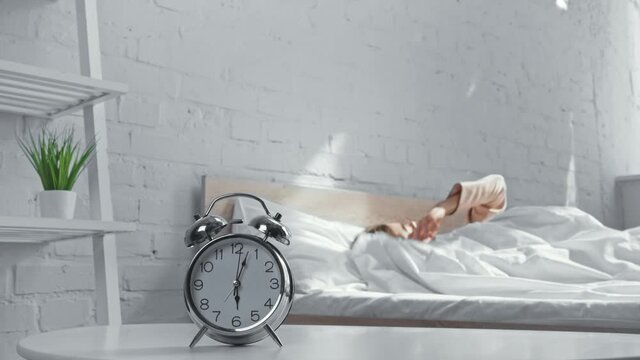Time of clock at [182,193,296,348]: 6:03
